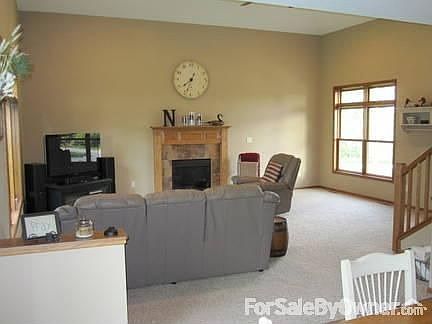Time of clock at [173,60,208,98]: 7:33
